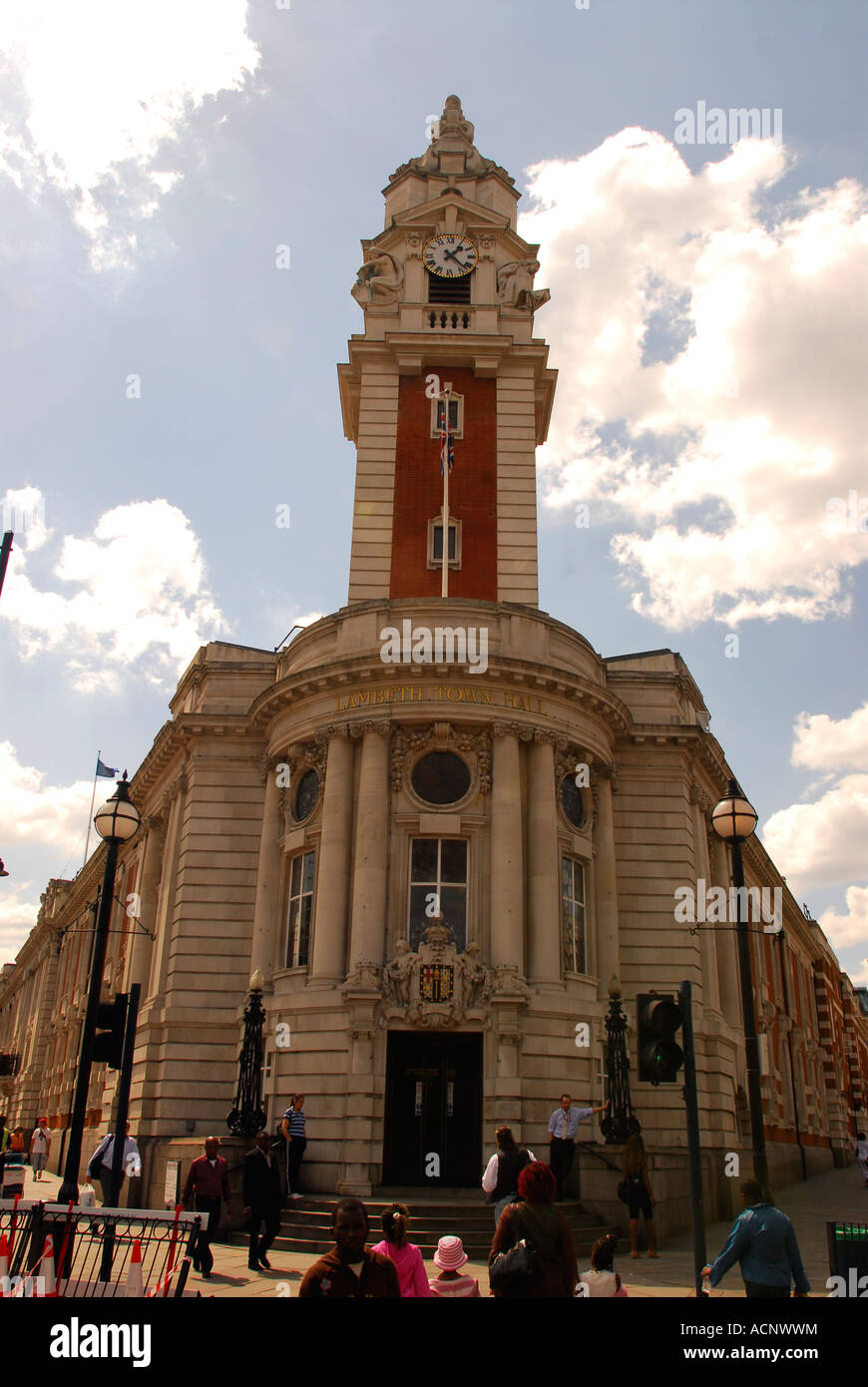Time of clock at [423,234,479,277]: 1:22
